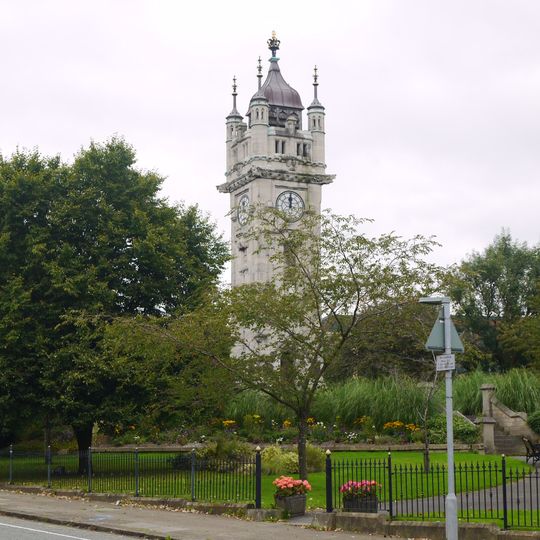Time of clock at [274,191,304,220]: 12:00
